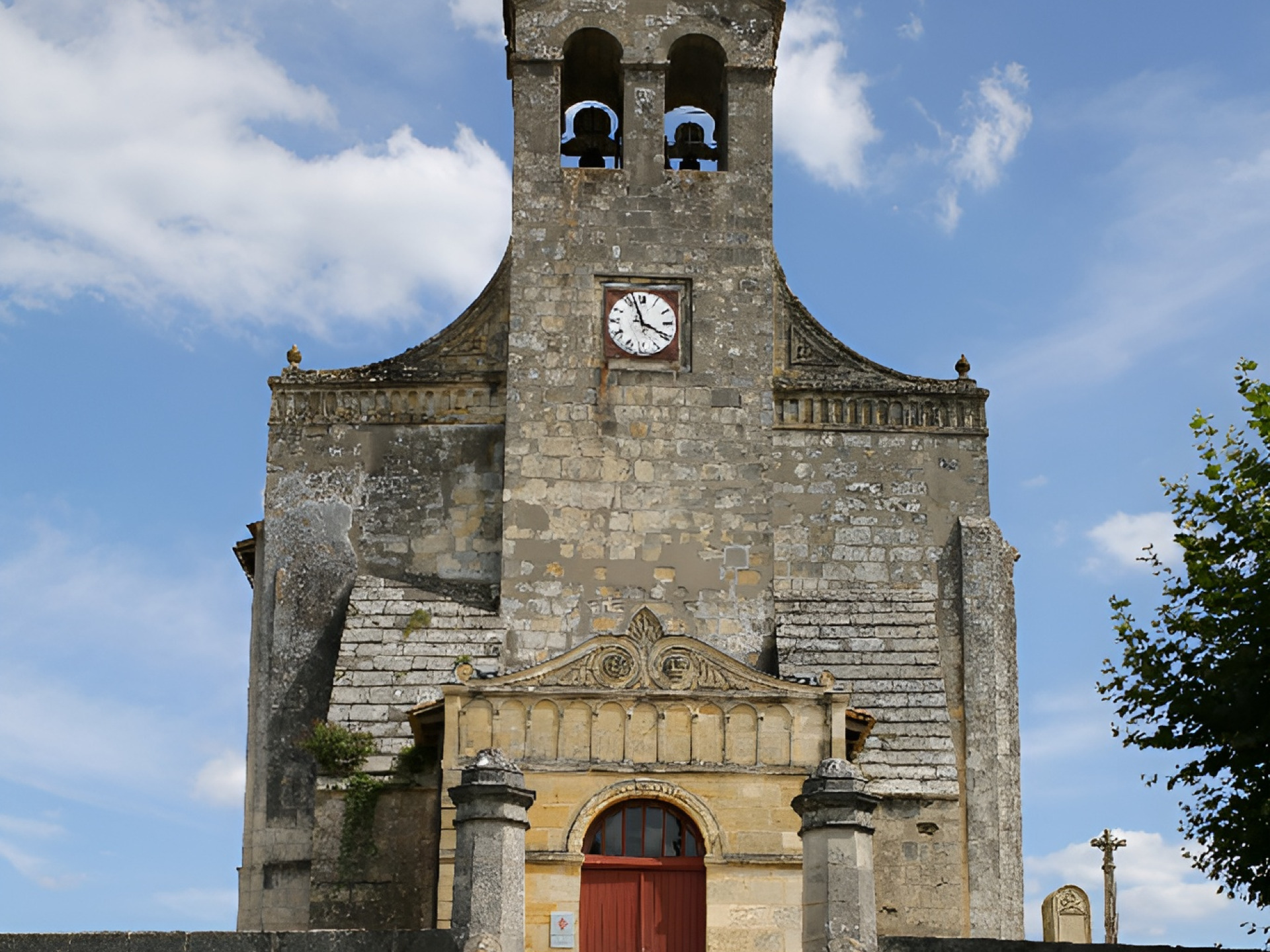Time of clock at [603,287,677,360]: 3:57
